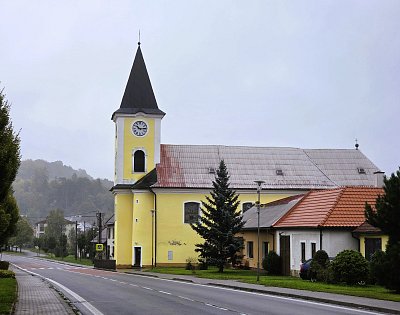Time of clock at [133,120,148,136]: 10:14
